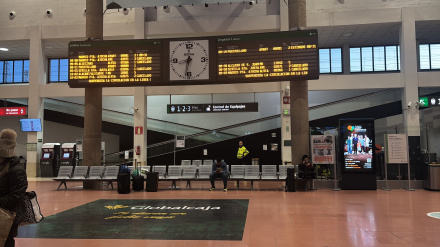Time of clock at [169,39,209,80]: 8:32
